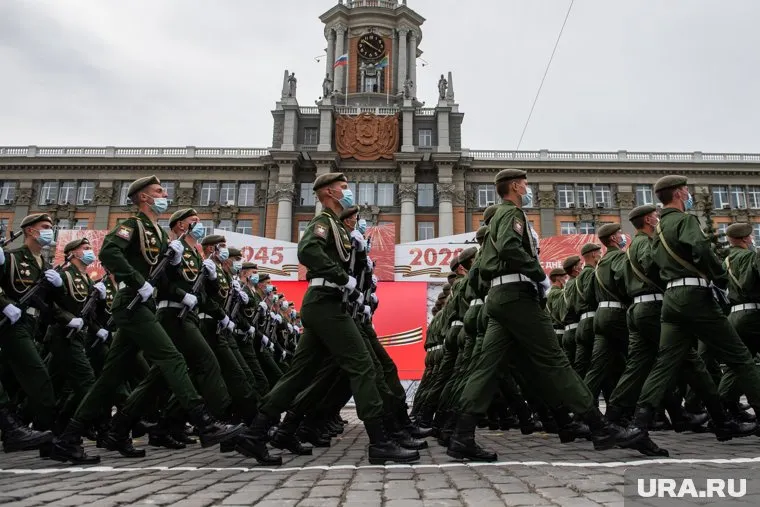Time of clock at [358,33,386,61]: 10:20
